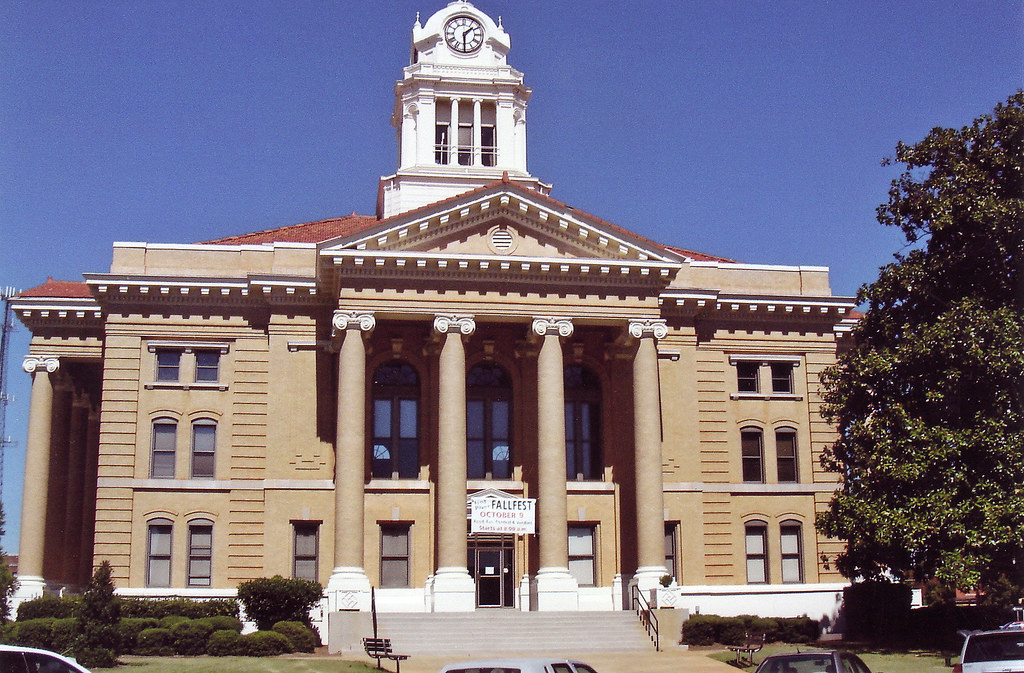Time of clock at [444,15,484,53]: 1:29
